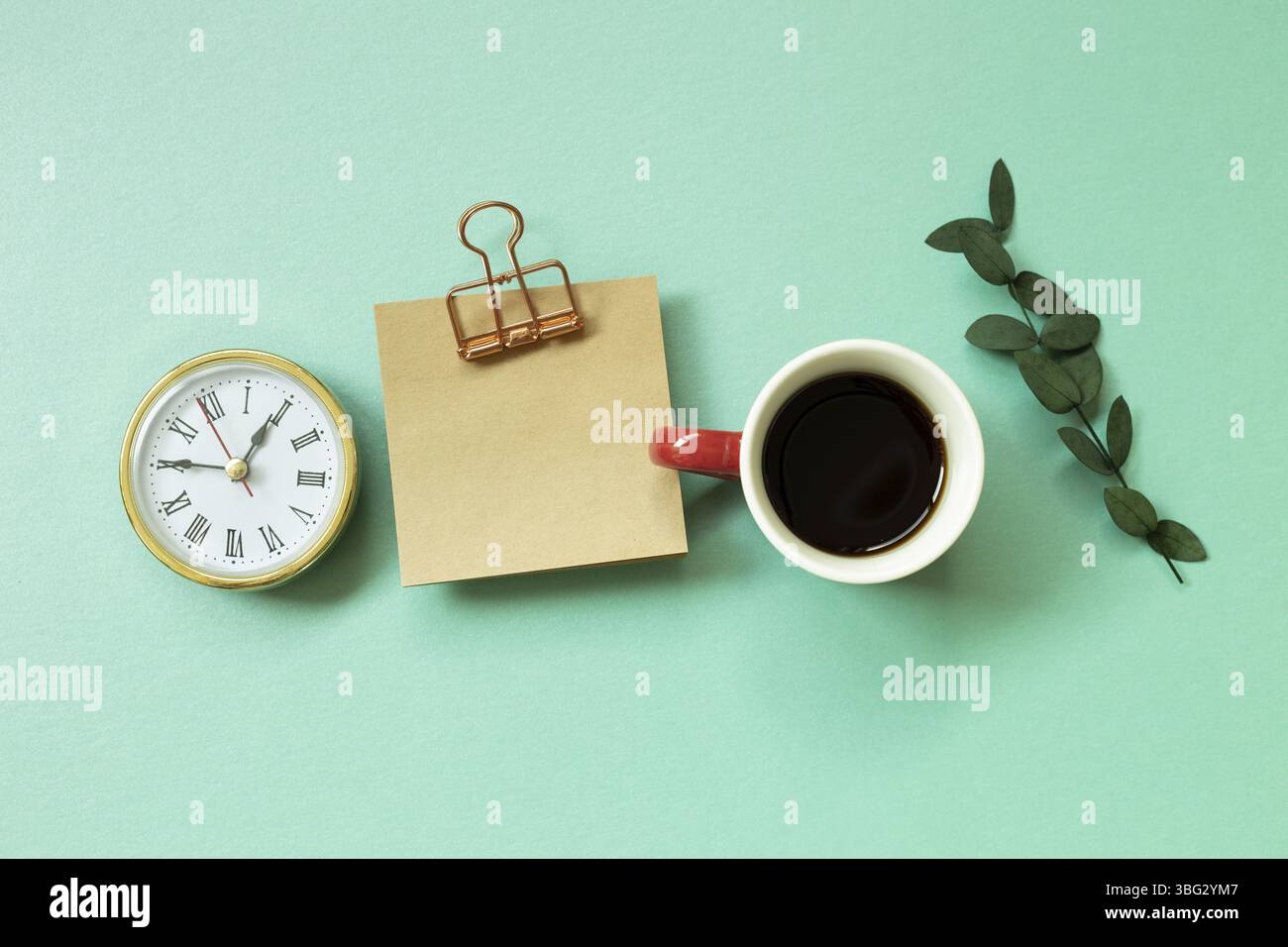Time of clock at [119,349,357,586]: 12:45
